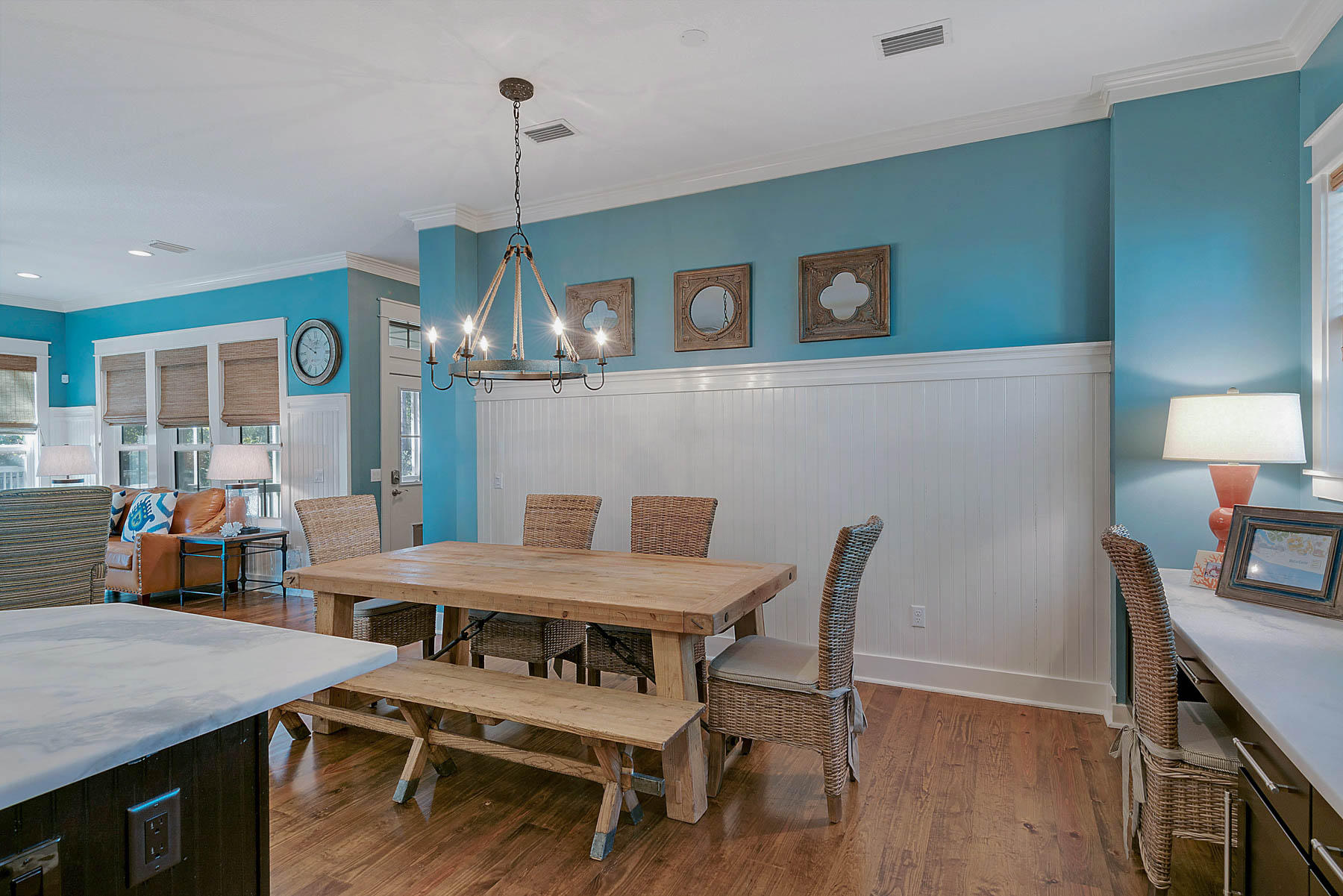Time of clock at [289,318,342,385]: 12:49
